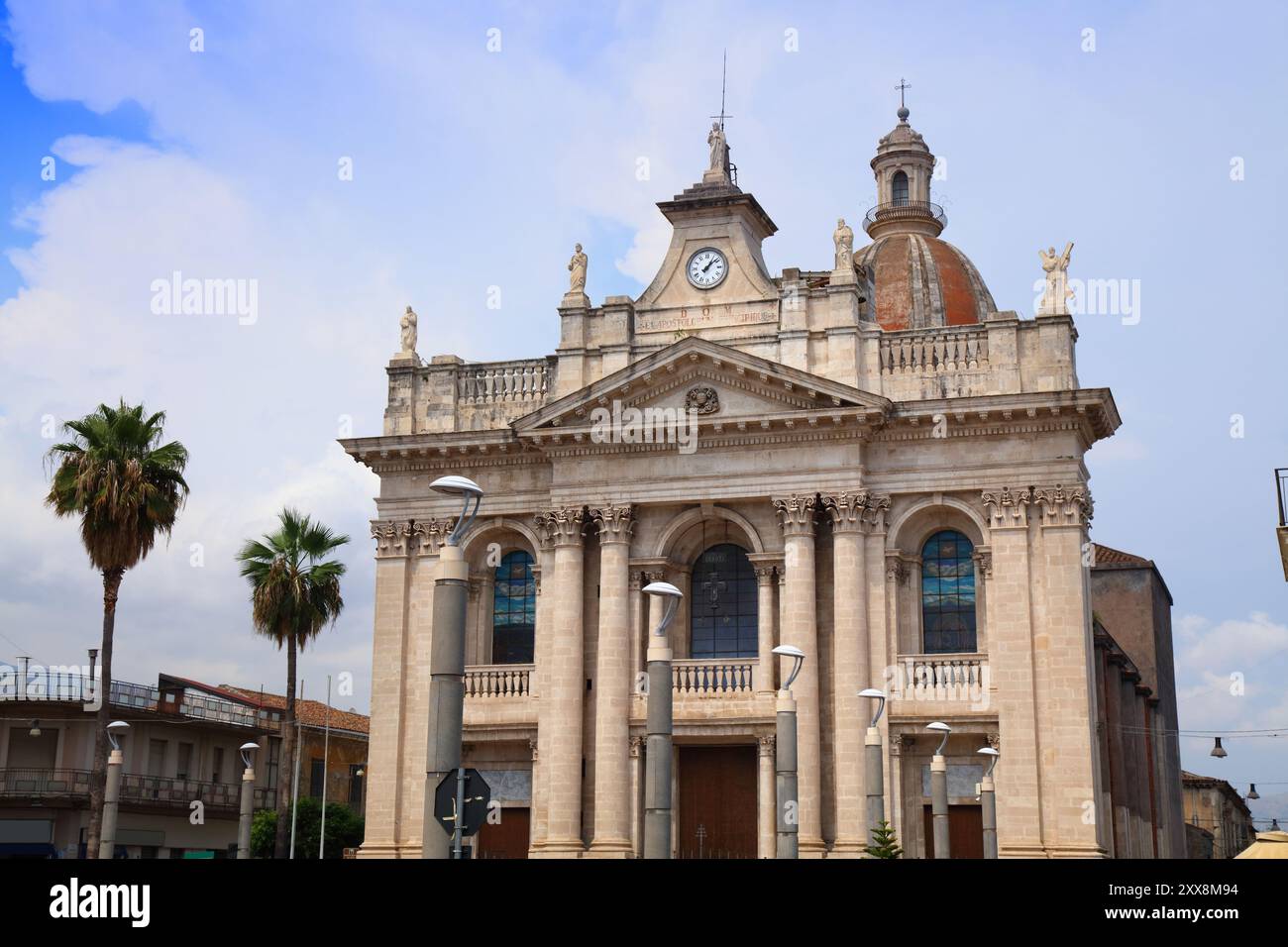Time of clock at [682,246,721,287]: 1:08
